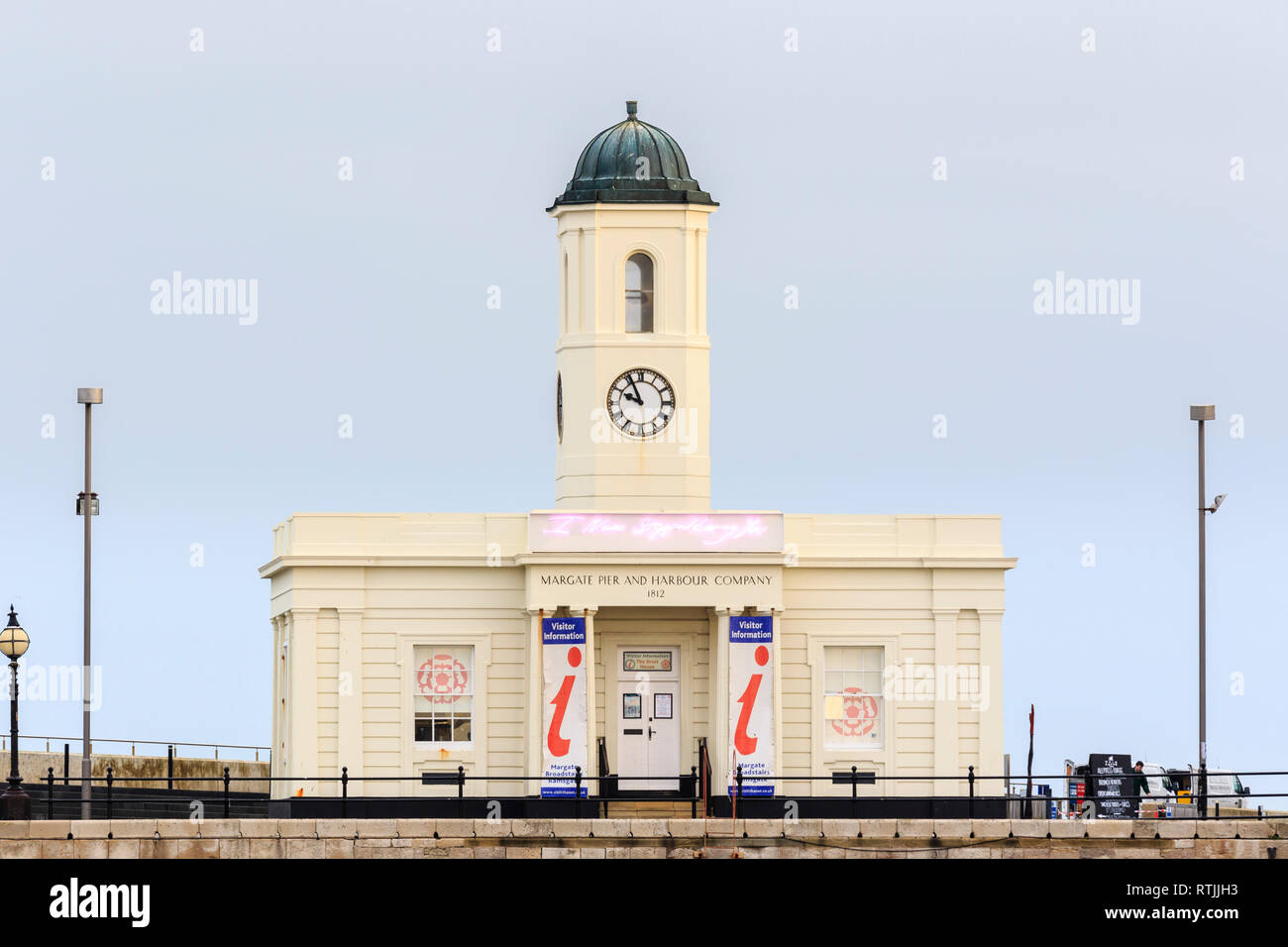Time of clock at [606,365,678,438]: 9:55
